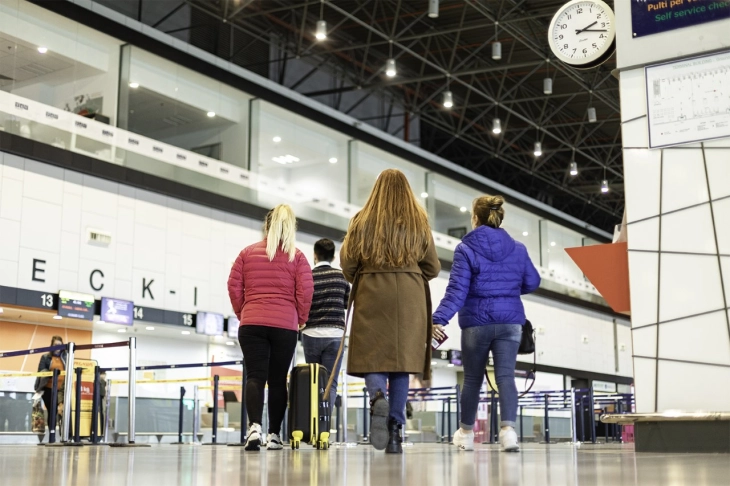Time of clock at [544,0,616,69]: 2:17
